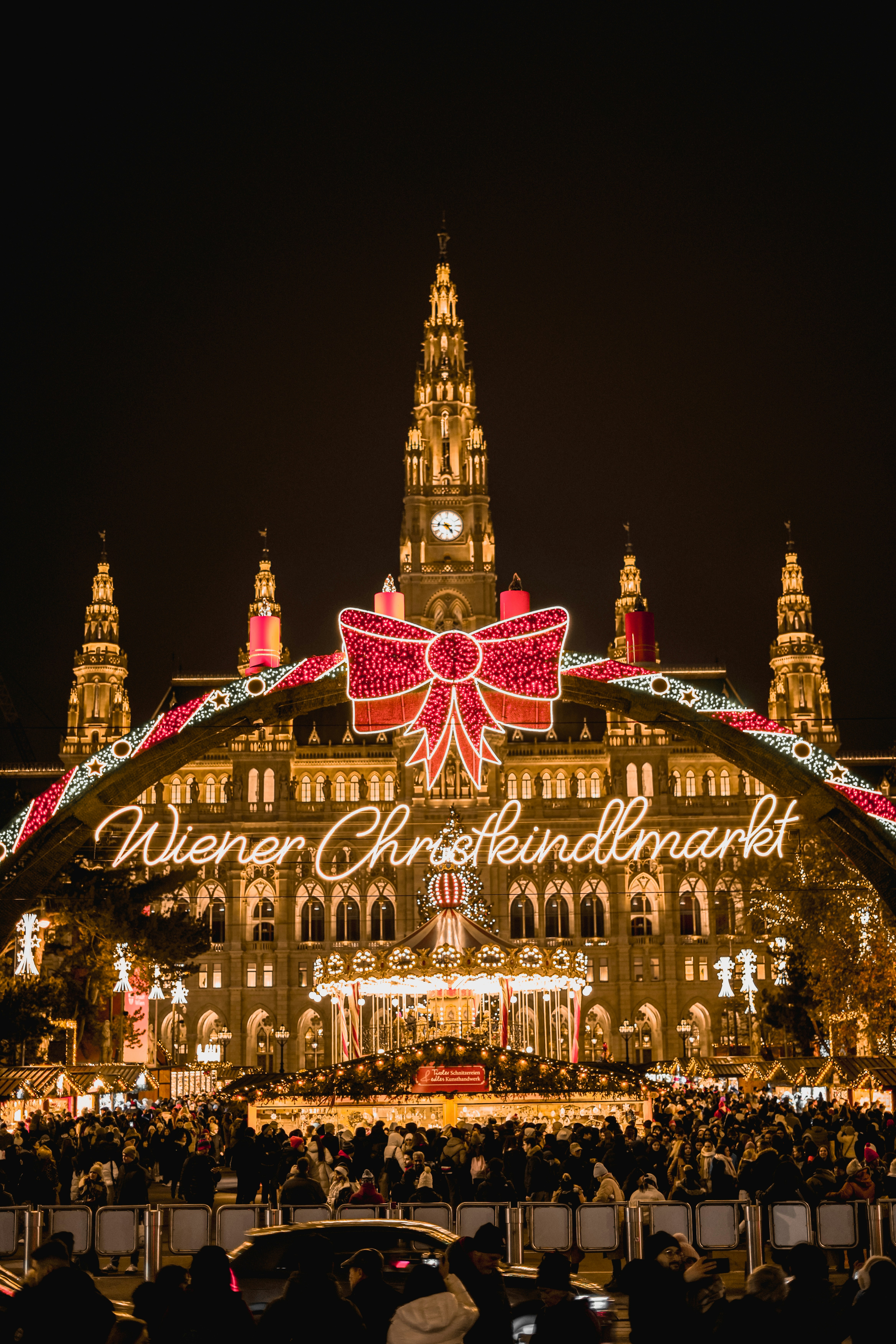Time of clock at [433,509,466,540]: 4:46
